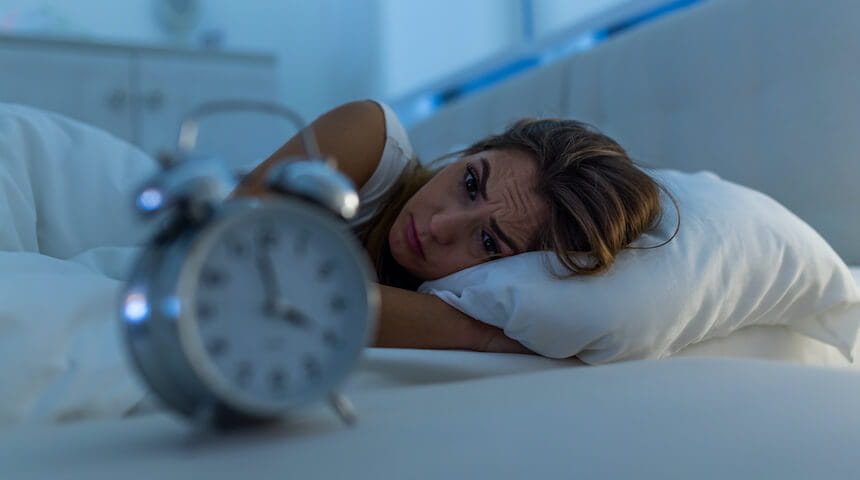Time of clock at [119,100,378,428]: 3:58
